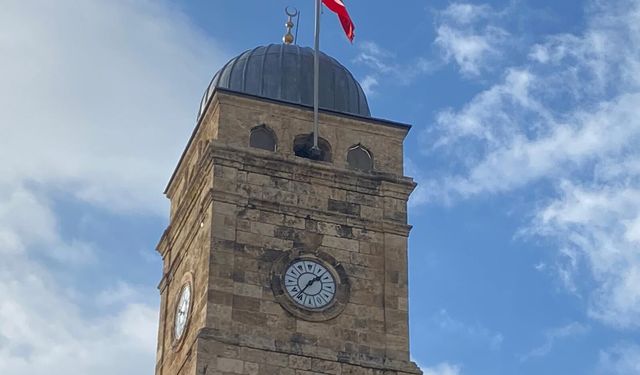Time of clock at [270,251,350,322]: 1:36
